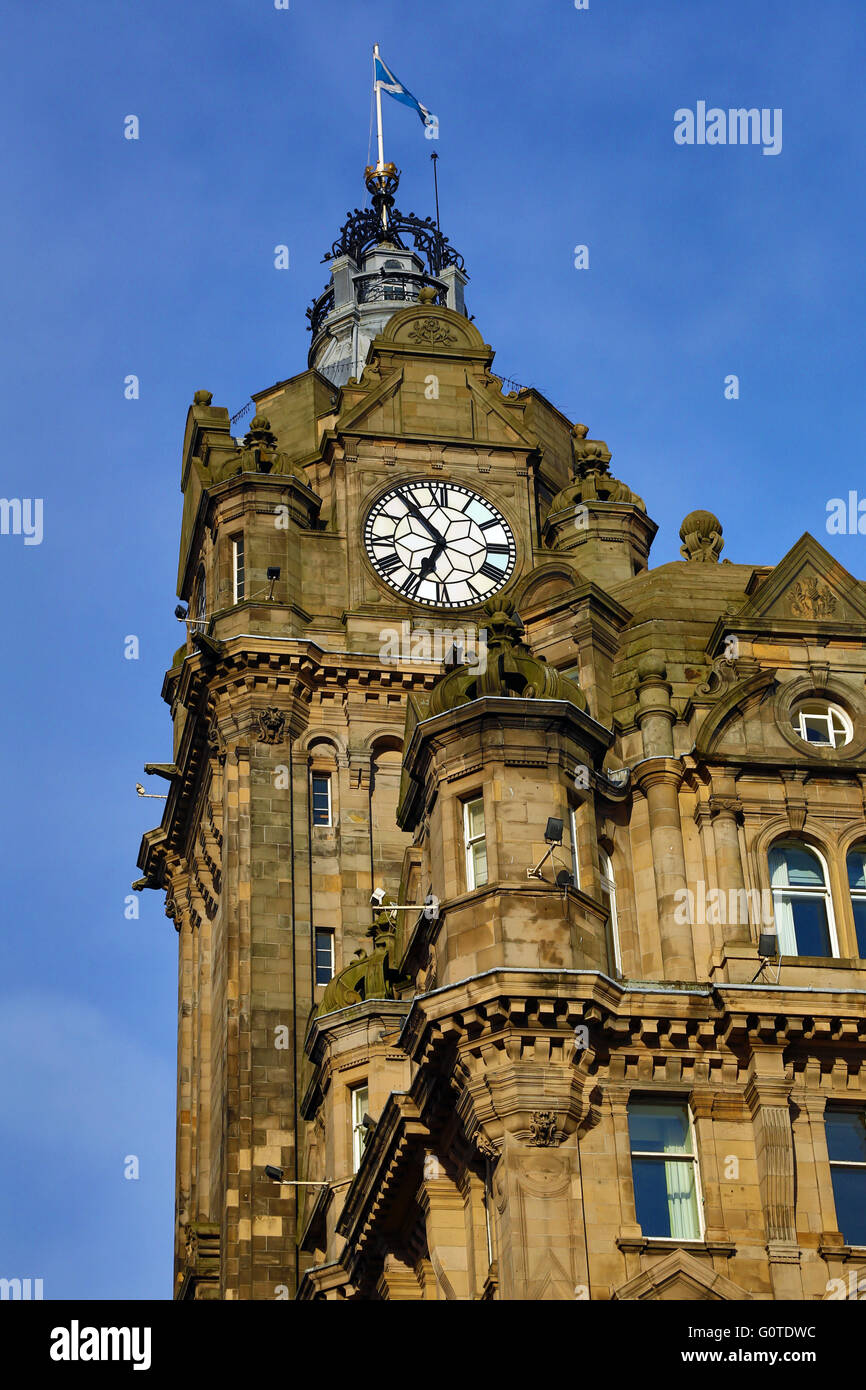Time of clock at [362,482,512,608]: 6:53
